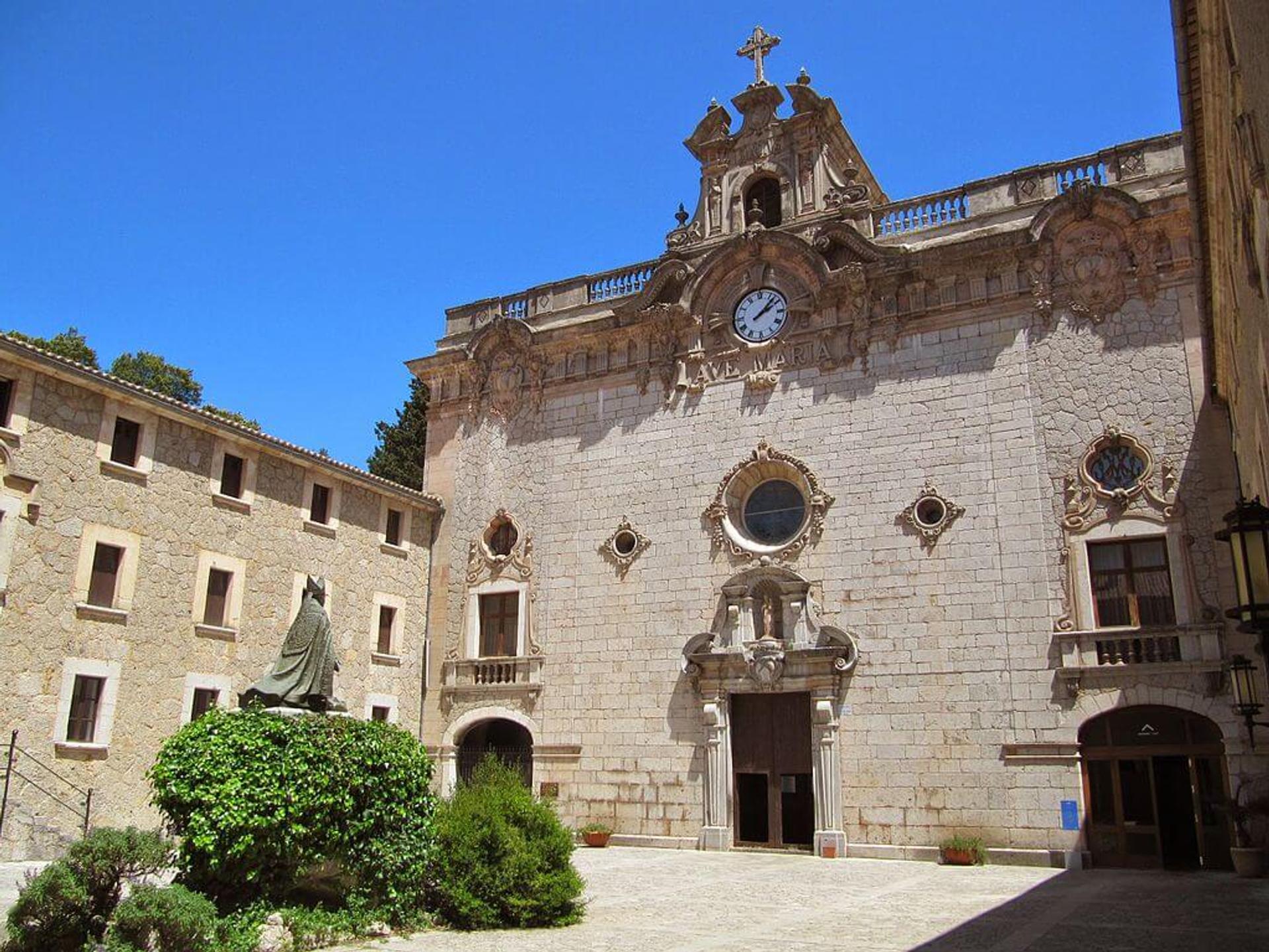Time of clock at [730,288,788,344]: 2:07
